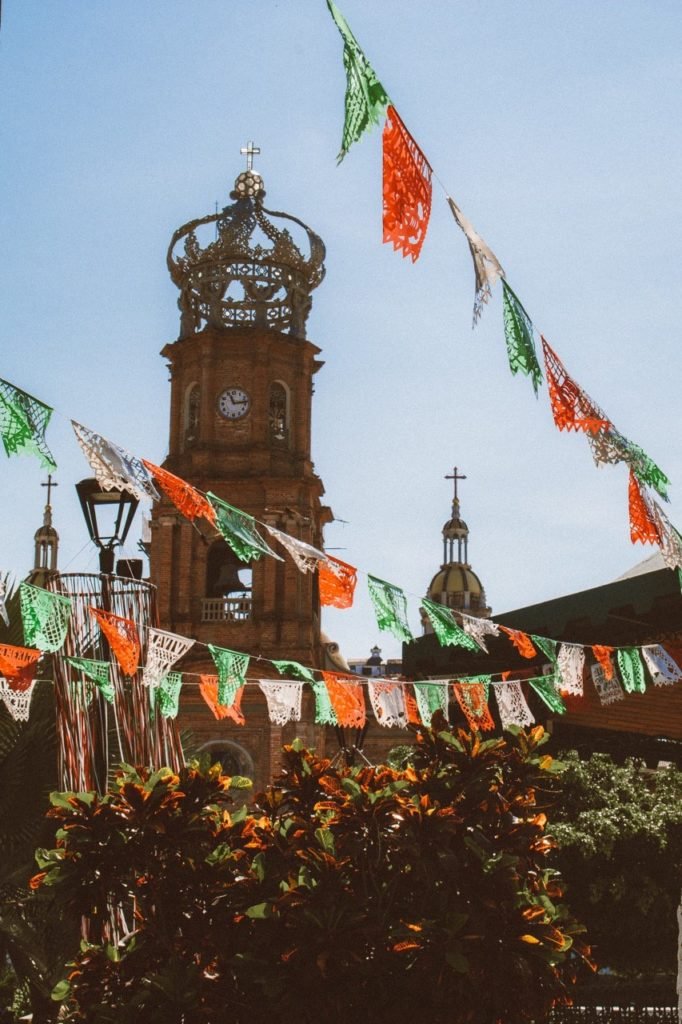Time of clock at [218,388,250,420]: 11:13
